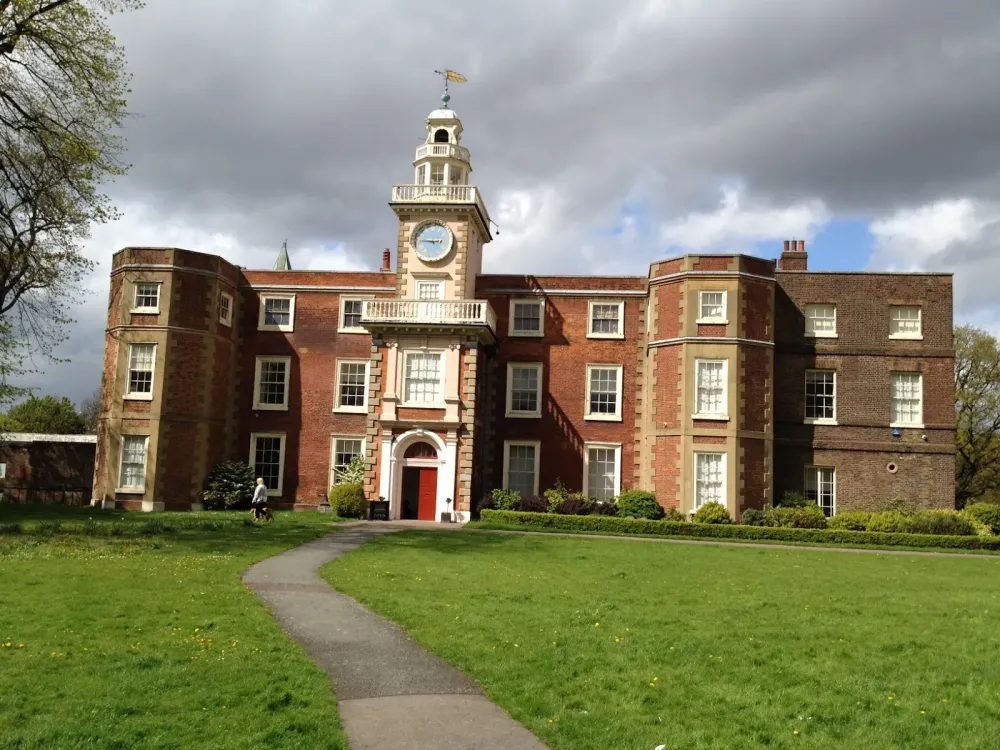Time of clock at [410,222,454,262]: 2:45
